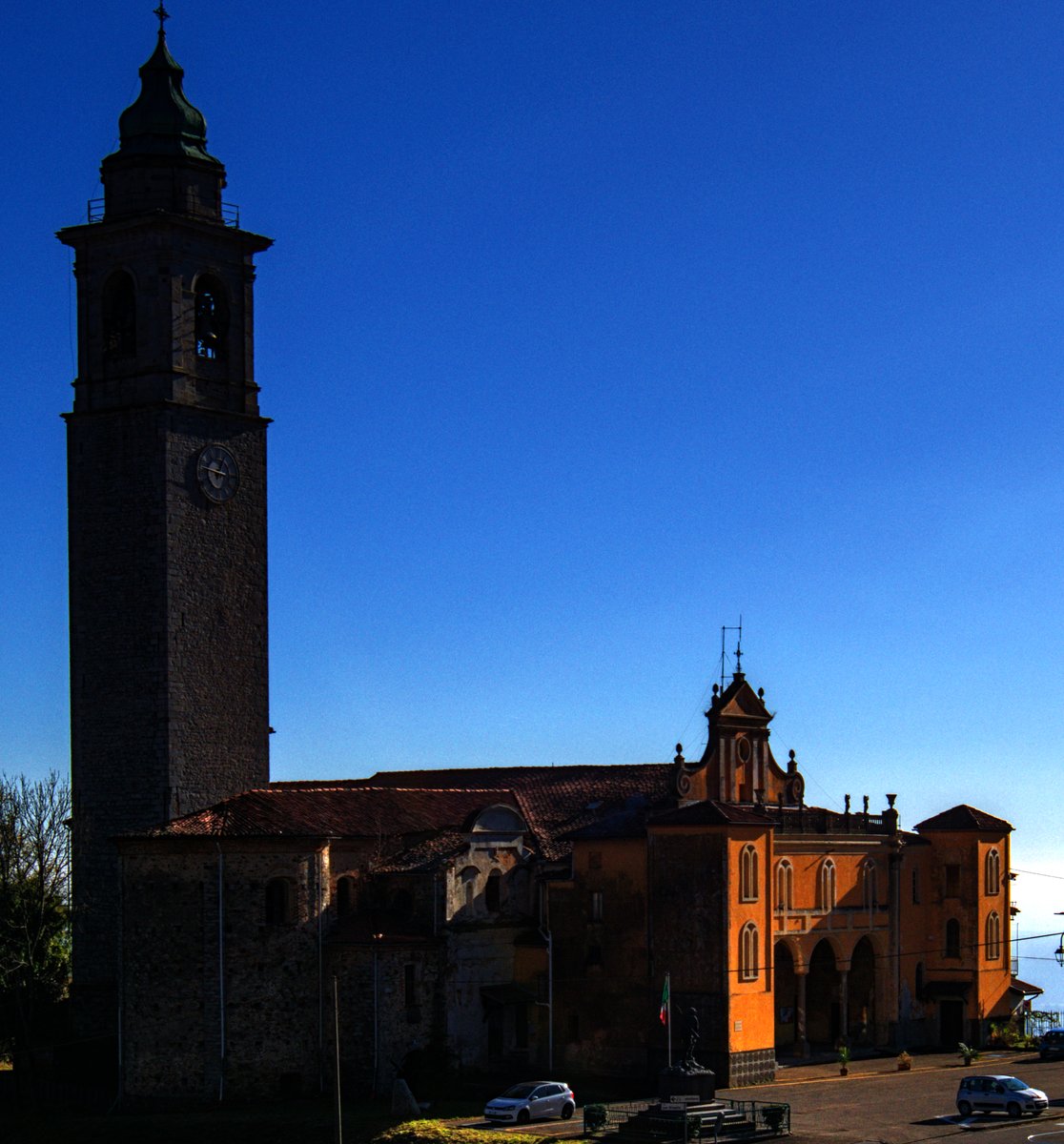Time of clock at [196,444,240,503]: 12:46
